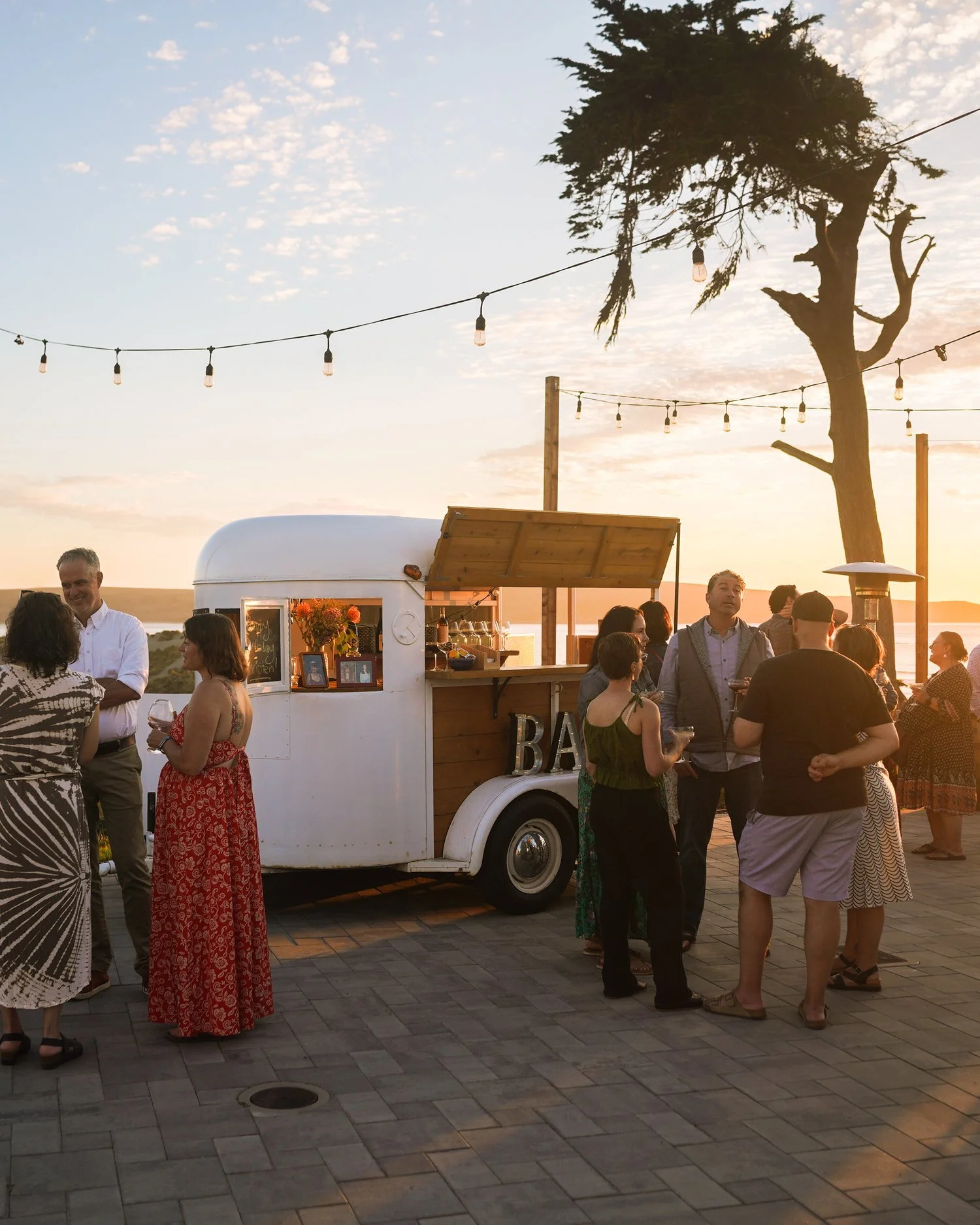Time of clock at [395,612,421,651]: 4:07
